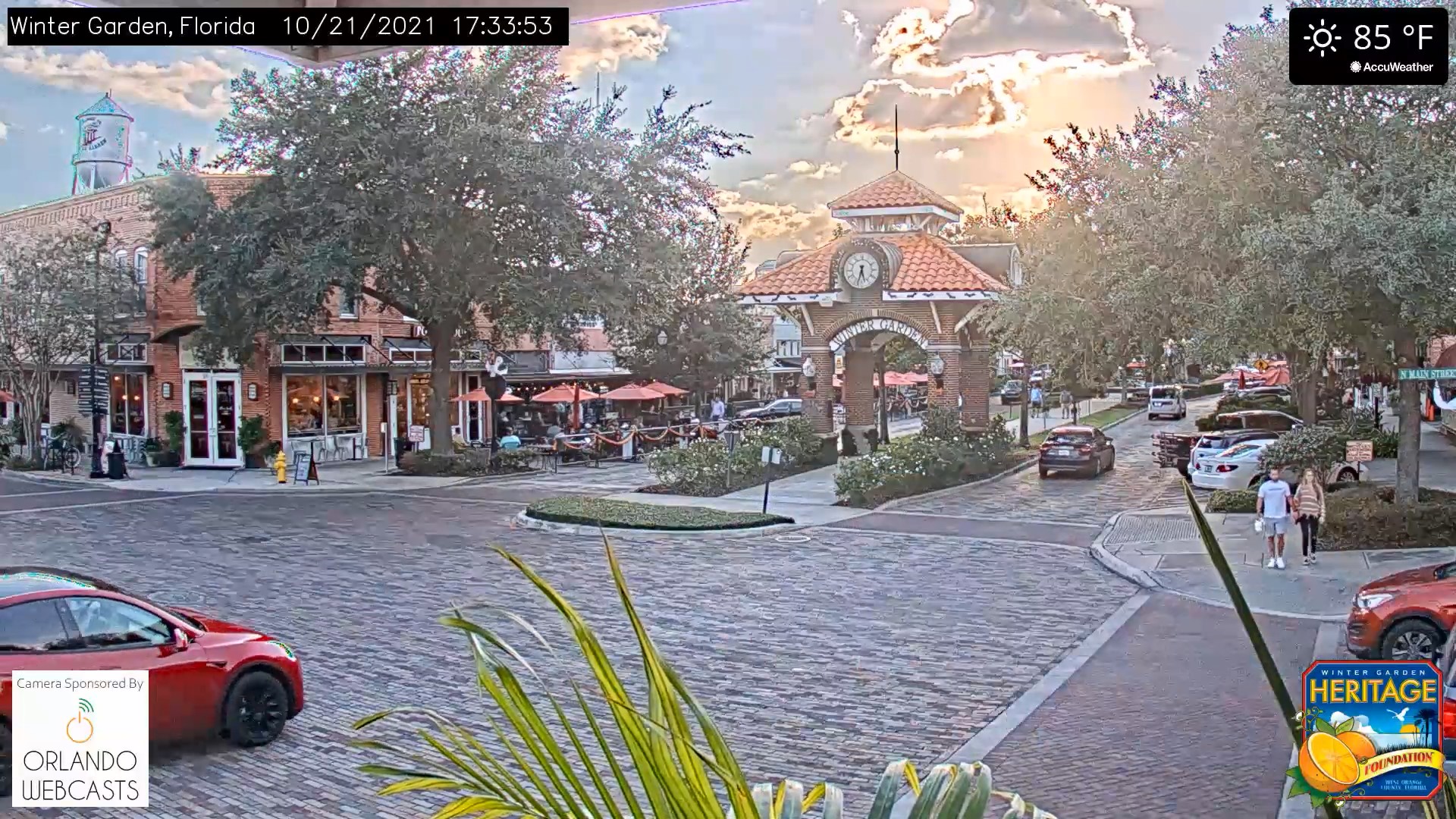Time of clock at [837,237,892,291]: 5:33
